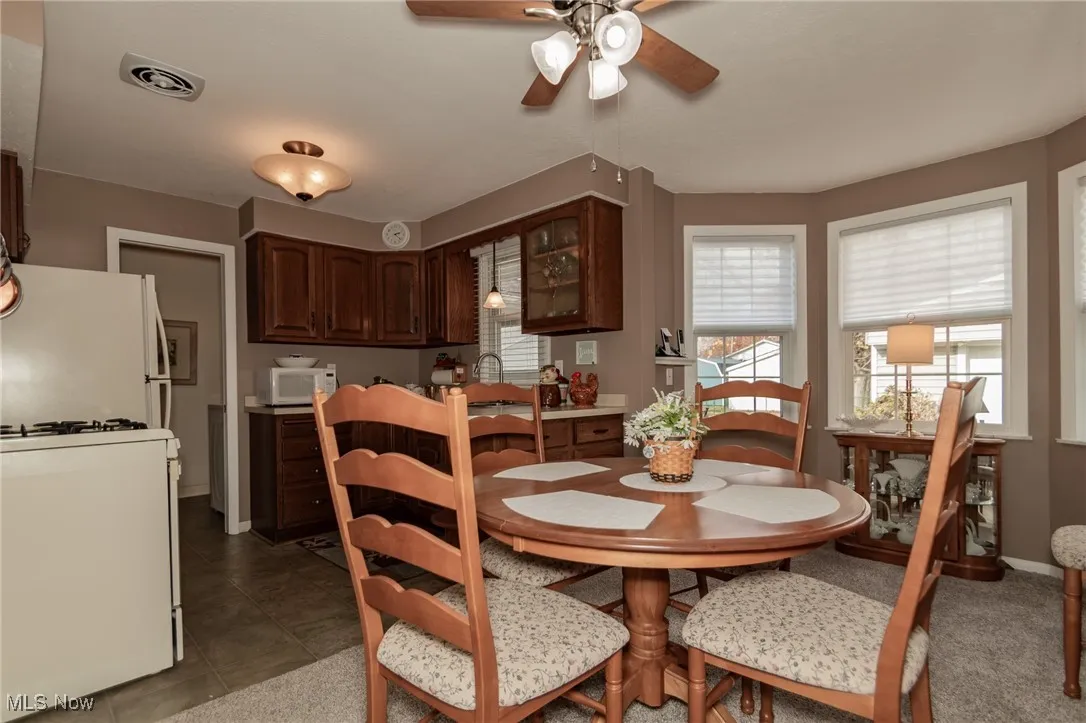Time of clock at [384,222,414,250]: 2:21
